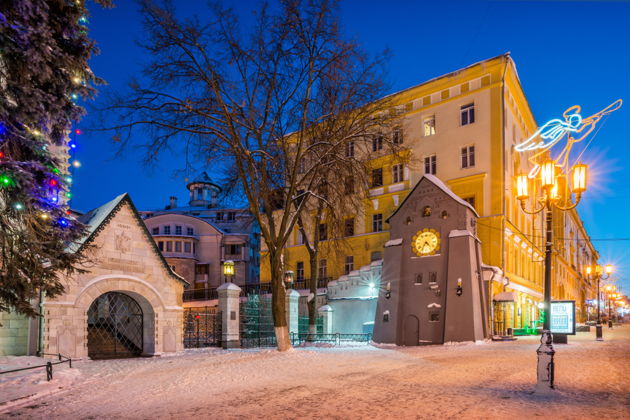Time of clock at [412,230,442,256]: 4:35
